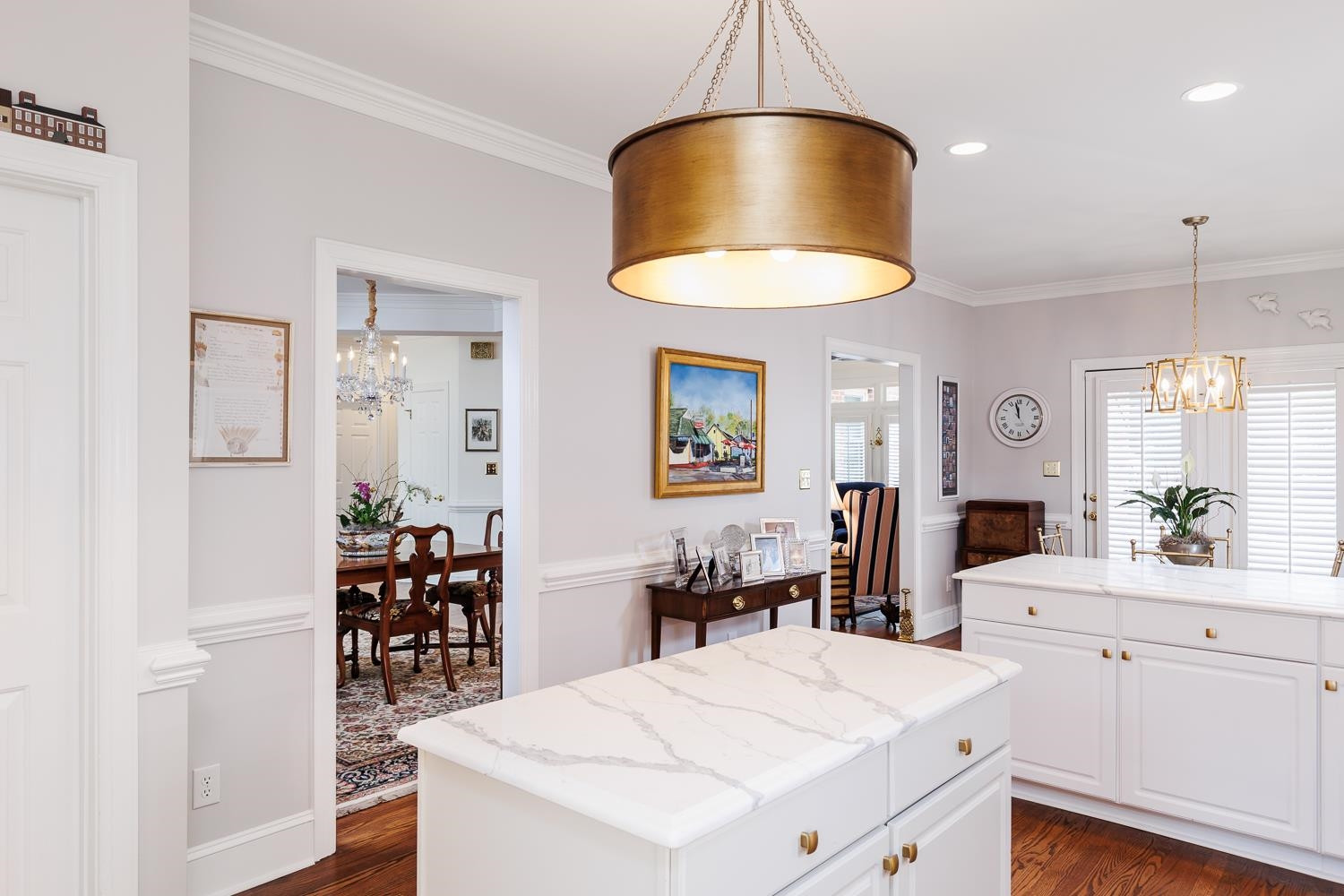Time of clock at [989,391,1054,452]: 11:57
